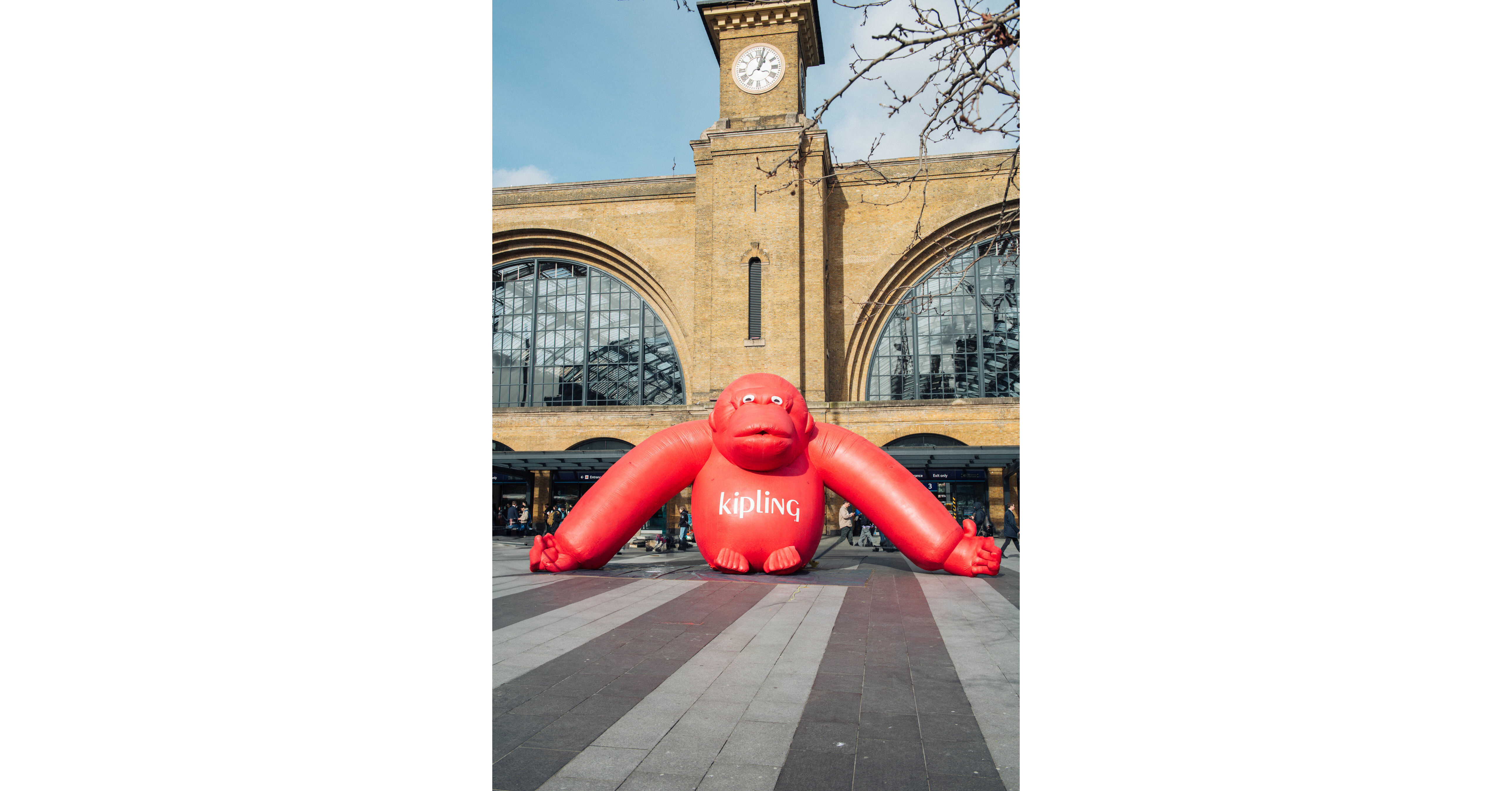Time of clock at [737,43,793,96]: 1:02
